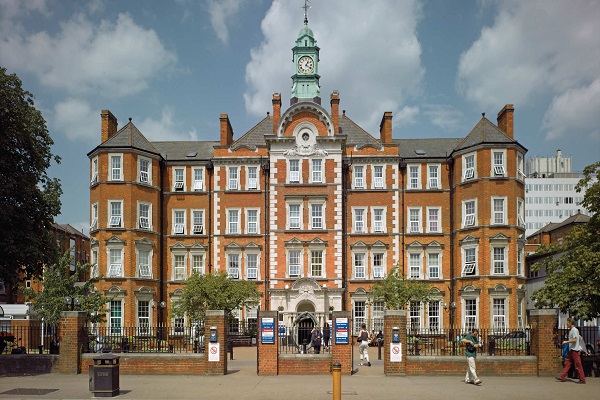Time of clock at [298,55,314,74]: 1:20
